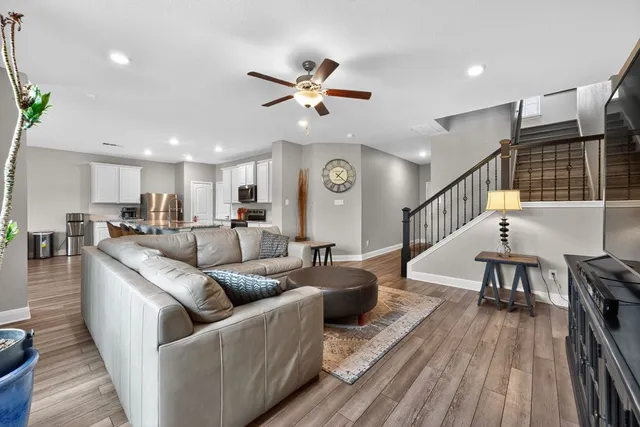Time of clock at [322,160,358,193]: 1:21
